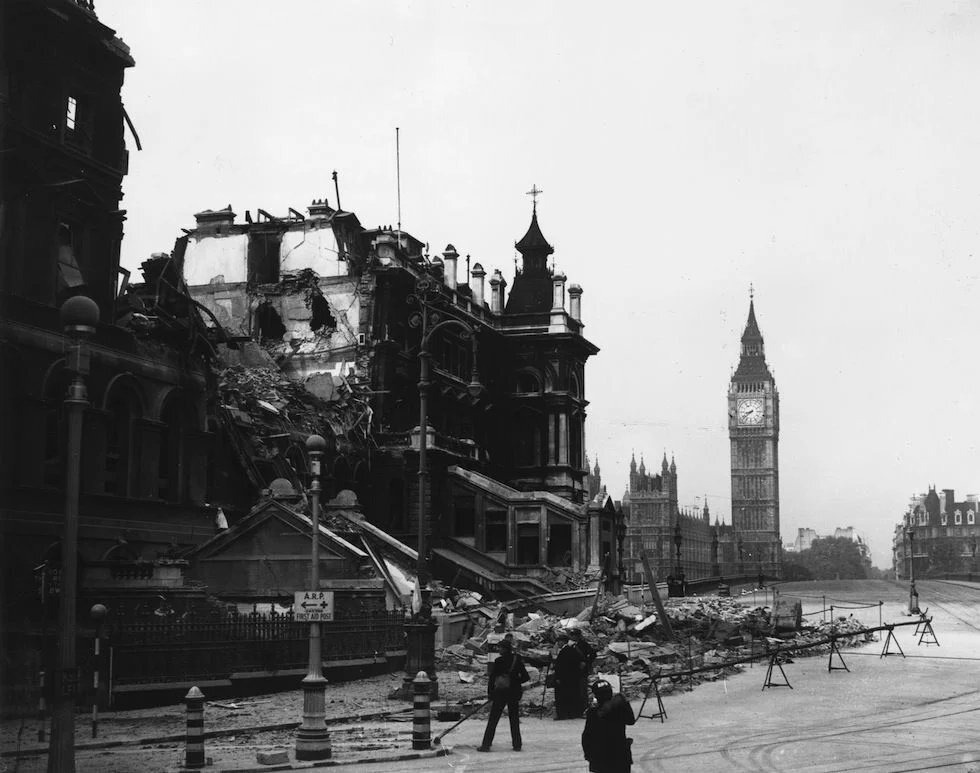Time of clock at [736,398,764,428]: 8:38
